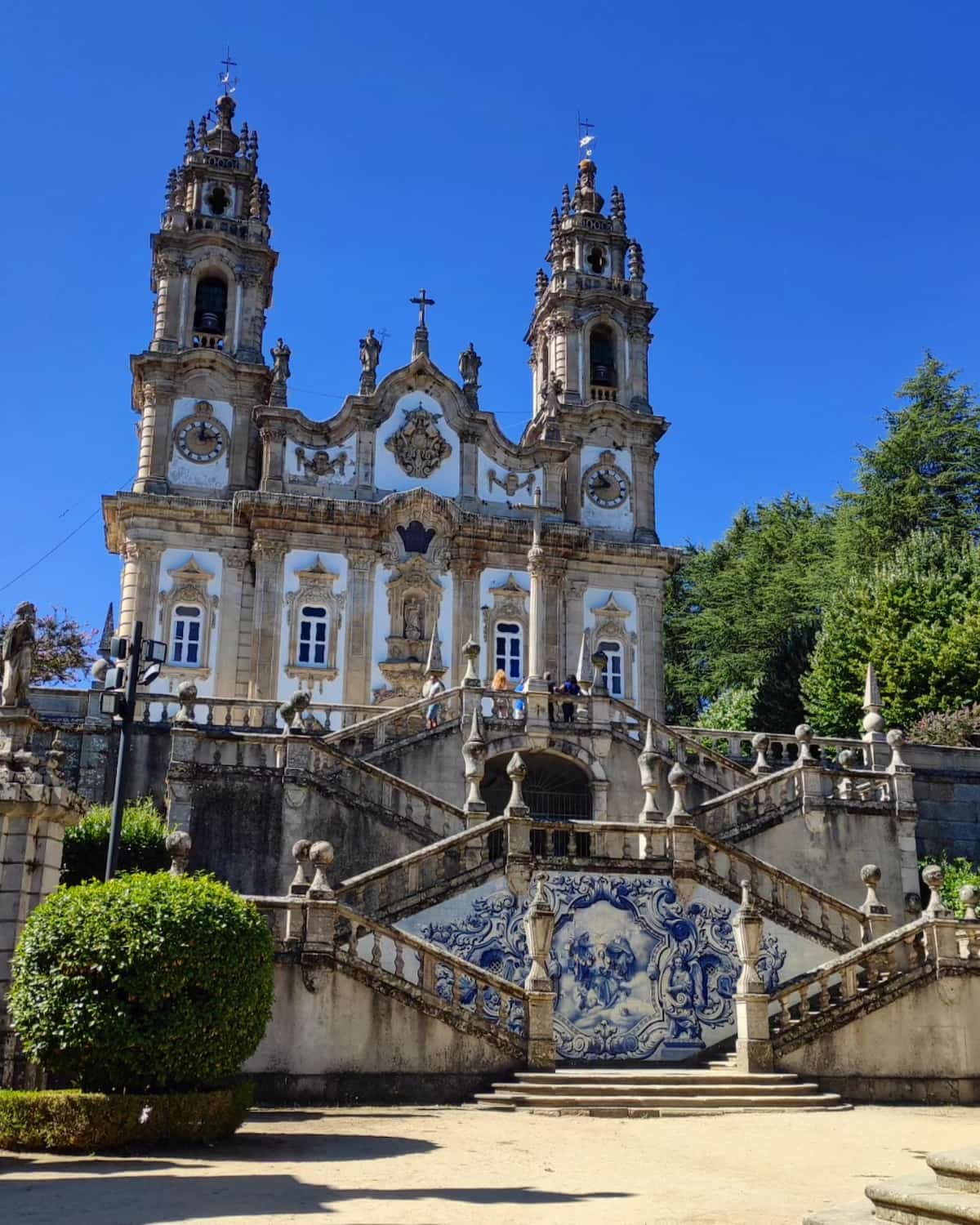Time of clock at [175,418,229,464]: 12:12
